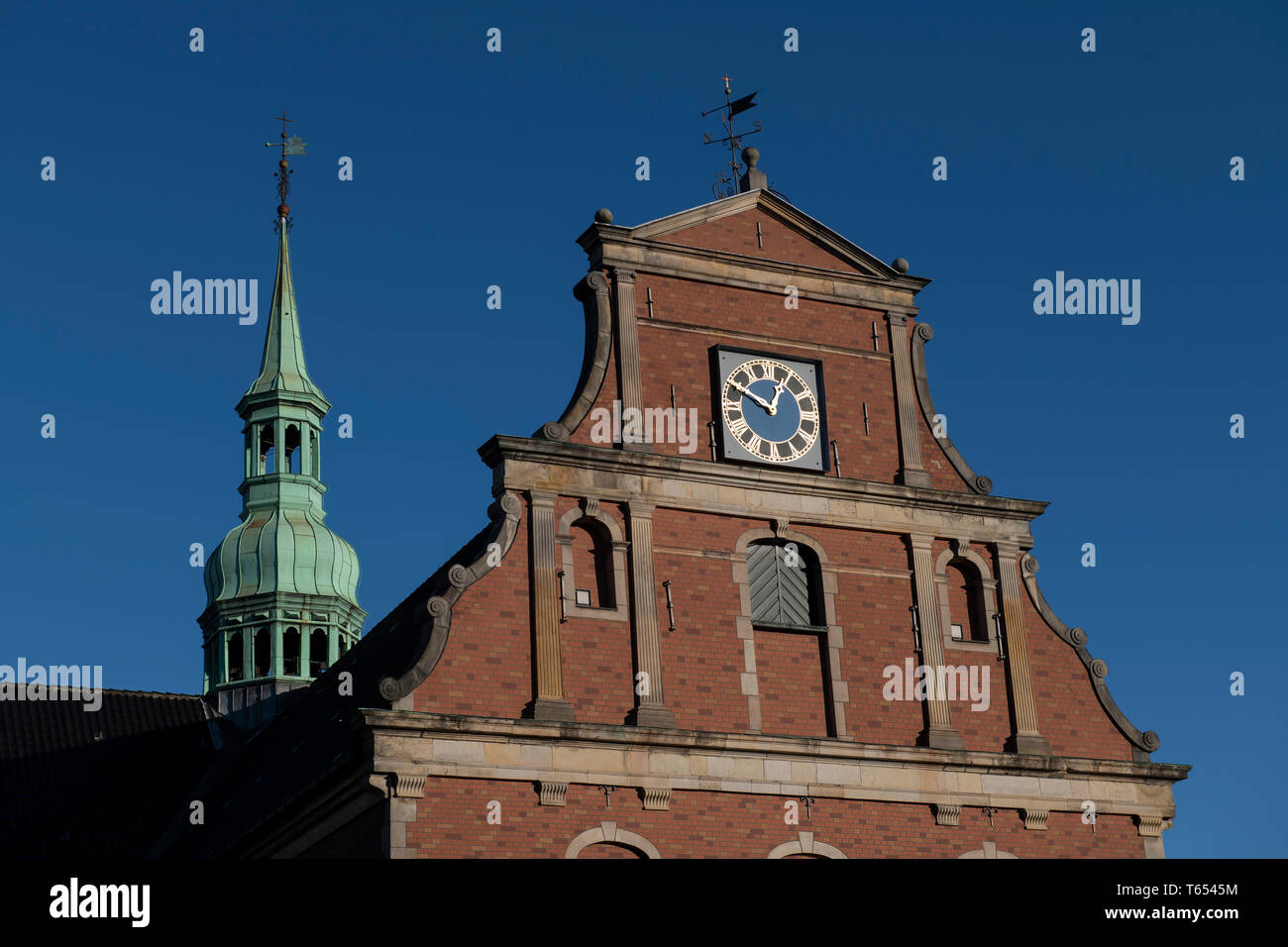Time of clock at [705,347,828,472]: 12:49
